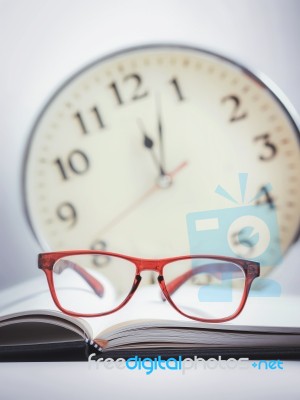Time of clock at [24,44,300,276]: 12:02
